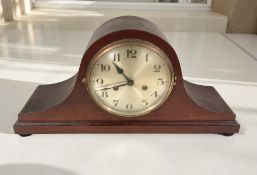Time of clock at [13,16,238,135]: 10:41
